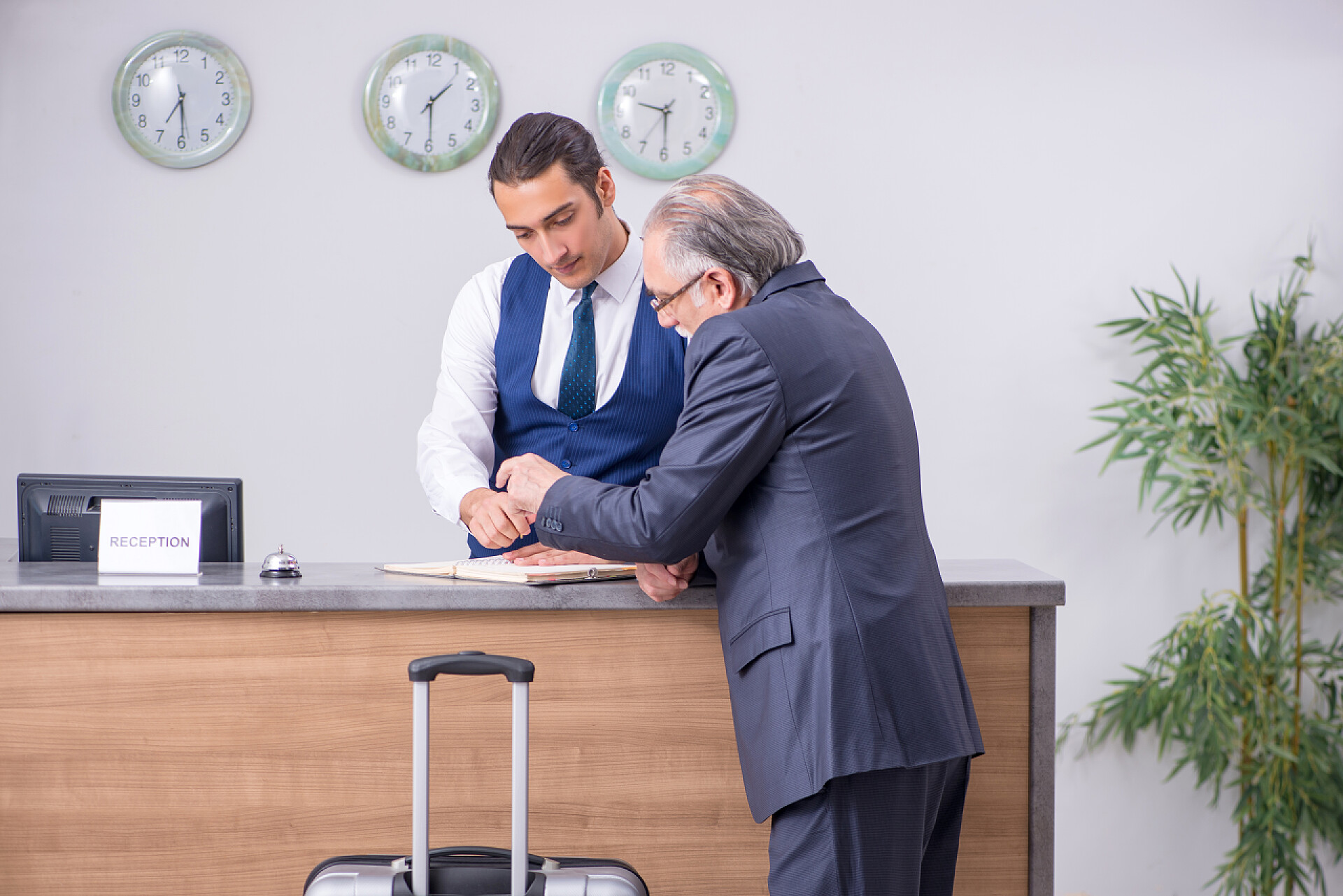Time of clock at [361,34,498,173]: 1:29
